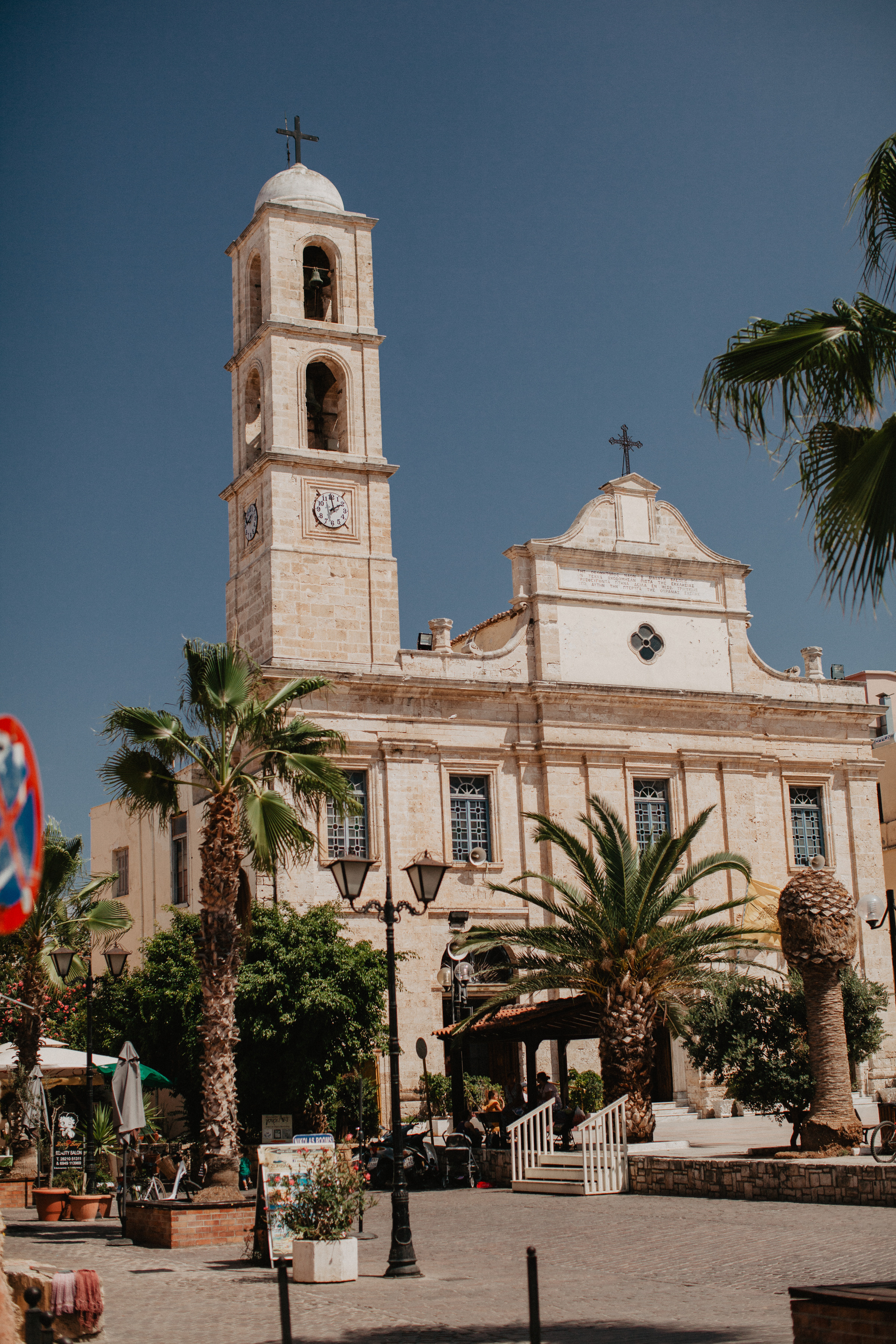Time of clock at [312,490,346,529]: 1:59
